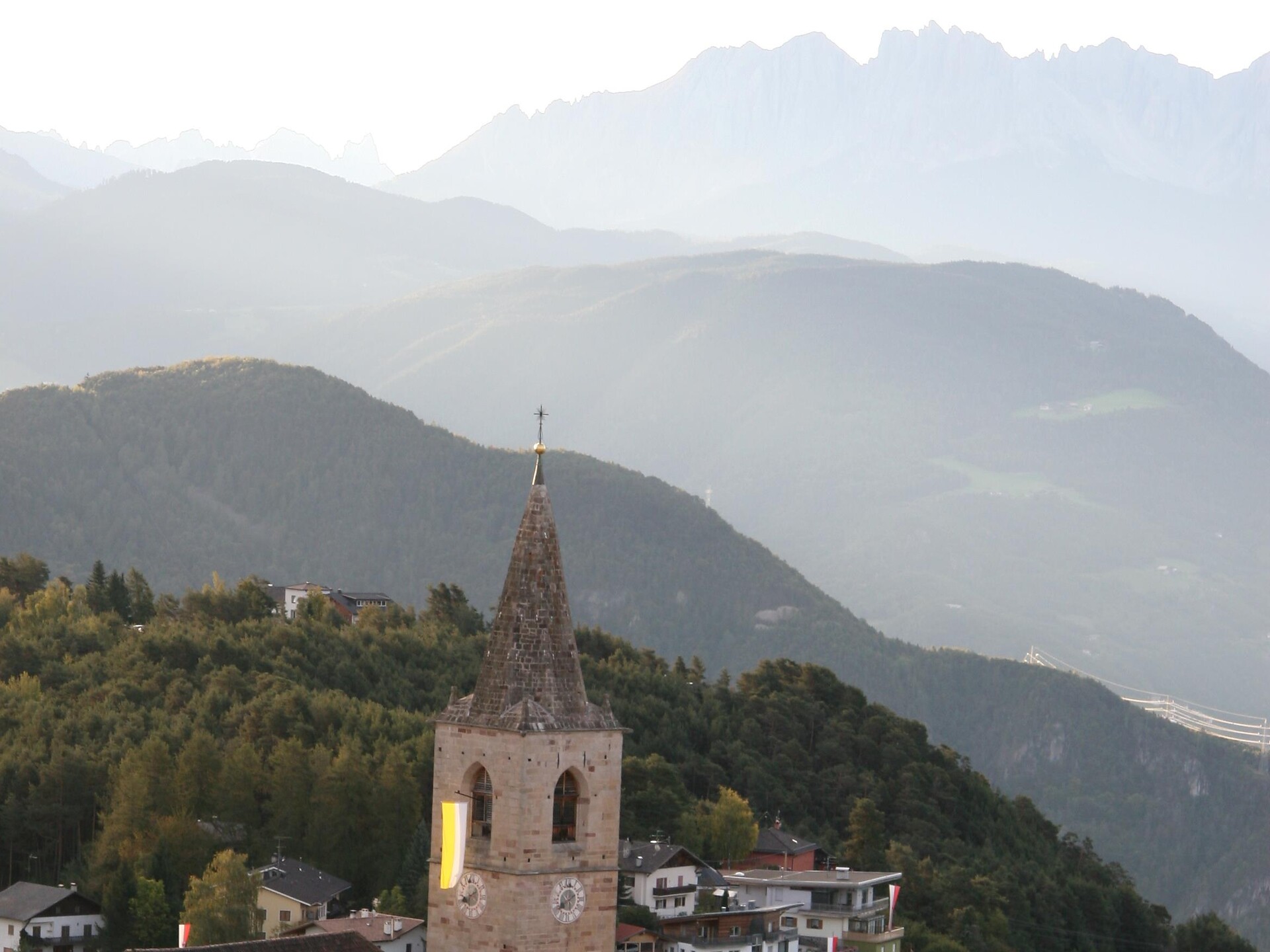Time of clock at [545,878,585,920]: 8:01
